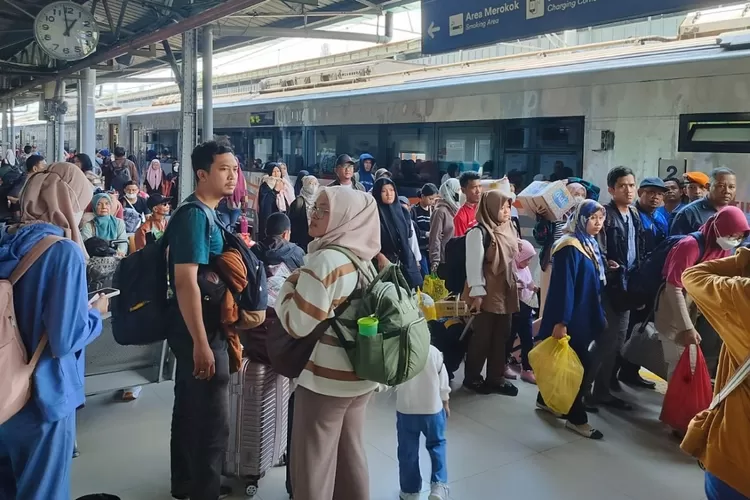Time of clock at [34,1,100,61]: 12:58
